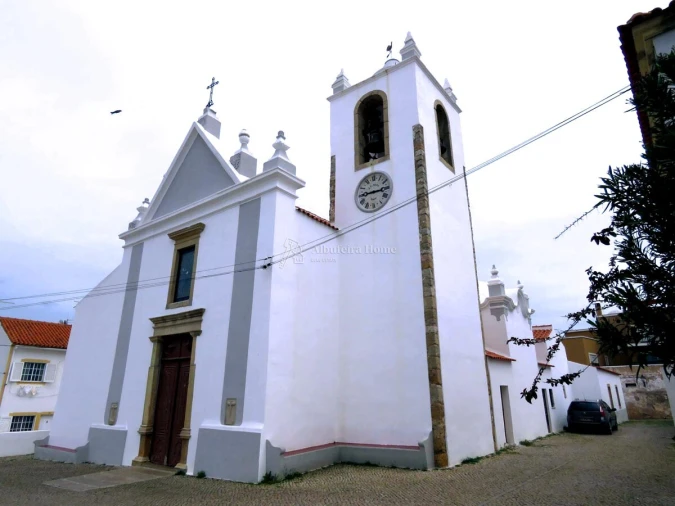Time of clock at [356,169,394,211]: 2:44
